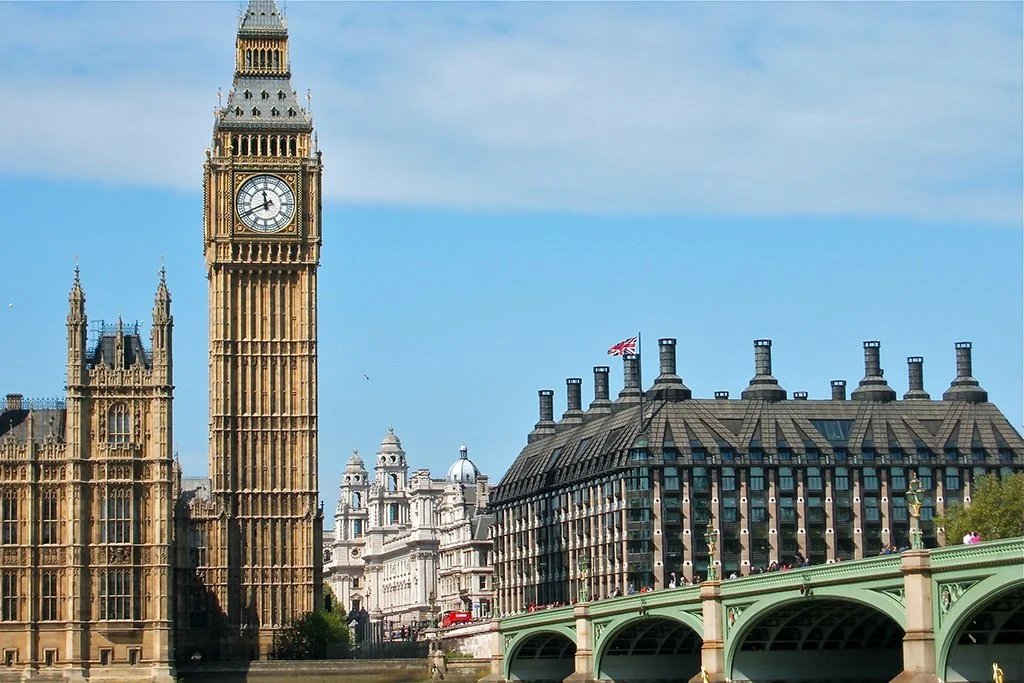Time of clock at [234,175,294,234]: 11:41
